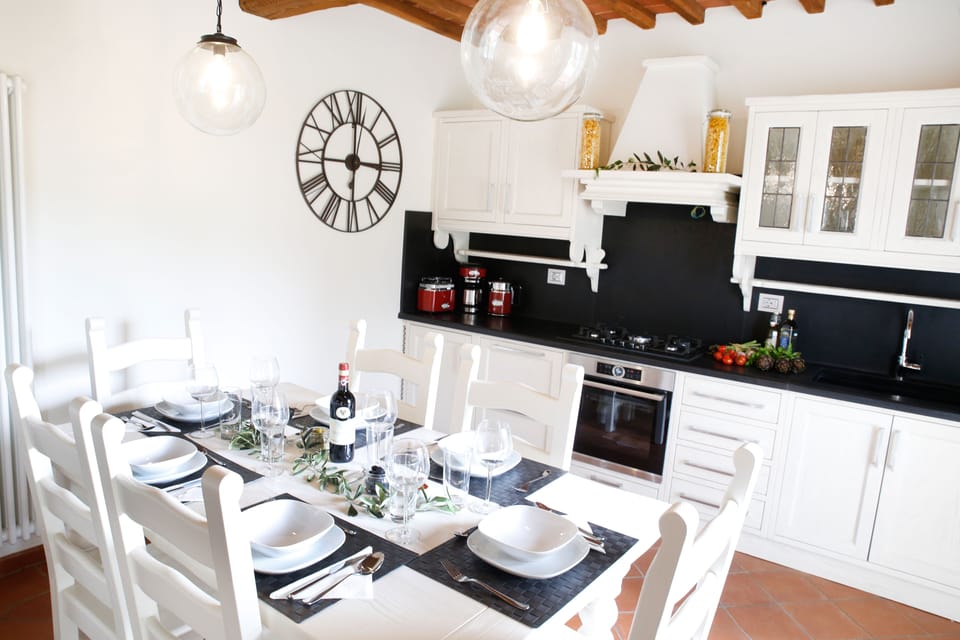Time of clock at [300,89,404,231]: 2:59
